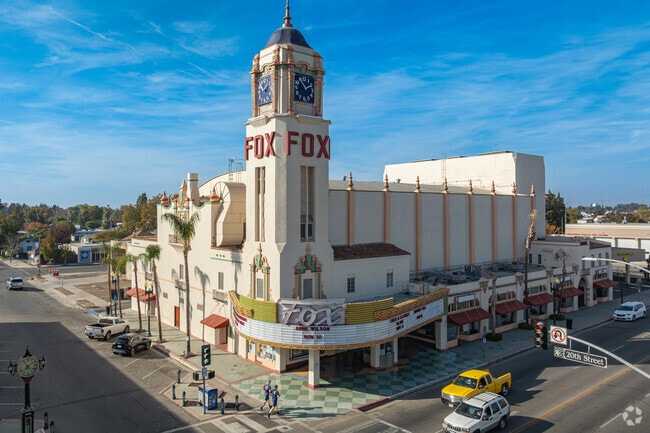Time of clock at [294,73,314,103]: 1:54
